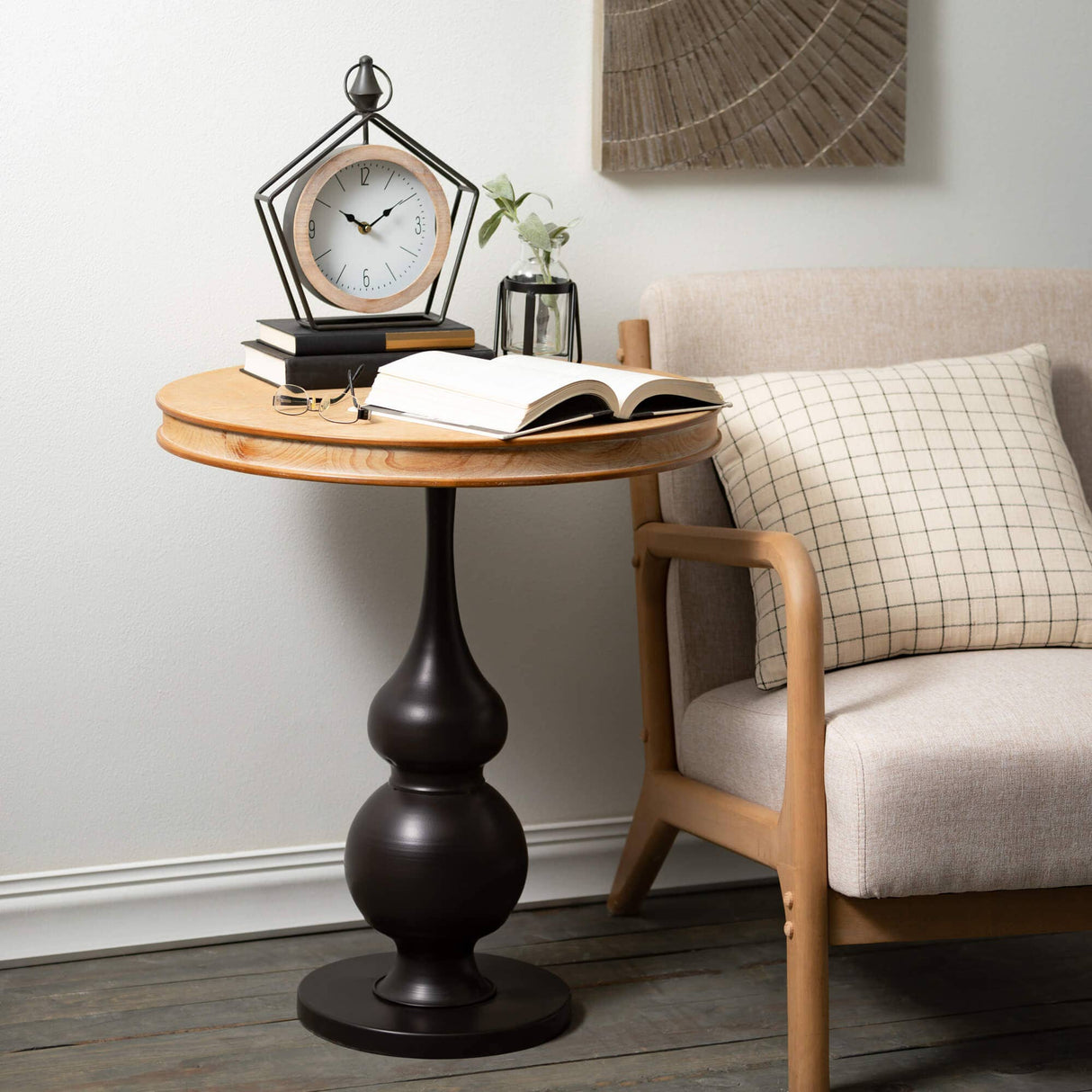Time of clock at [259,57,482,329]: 1:50
